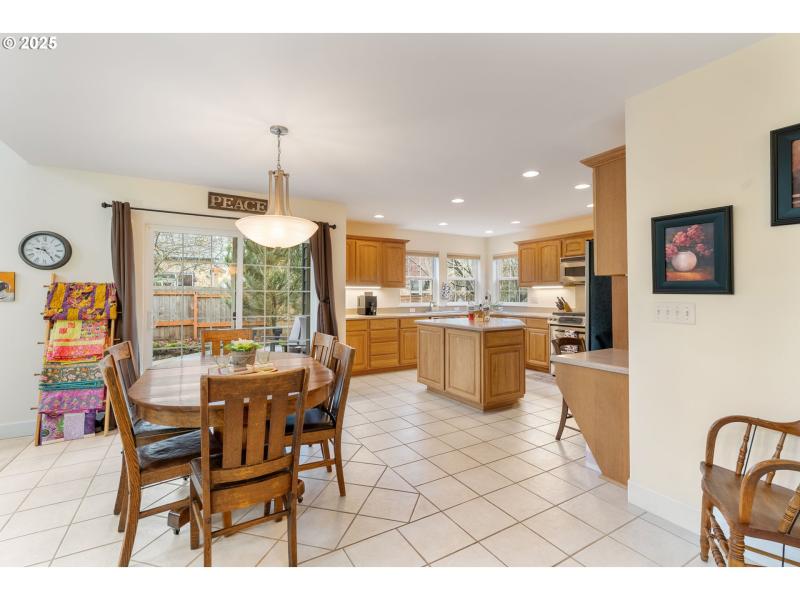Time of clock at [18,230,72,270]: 9:23
